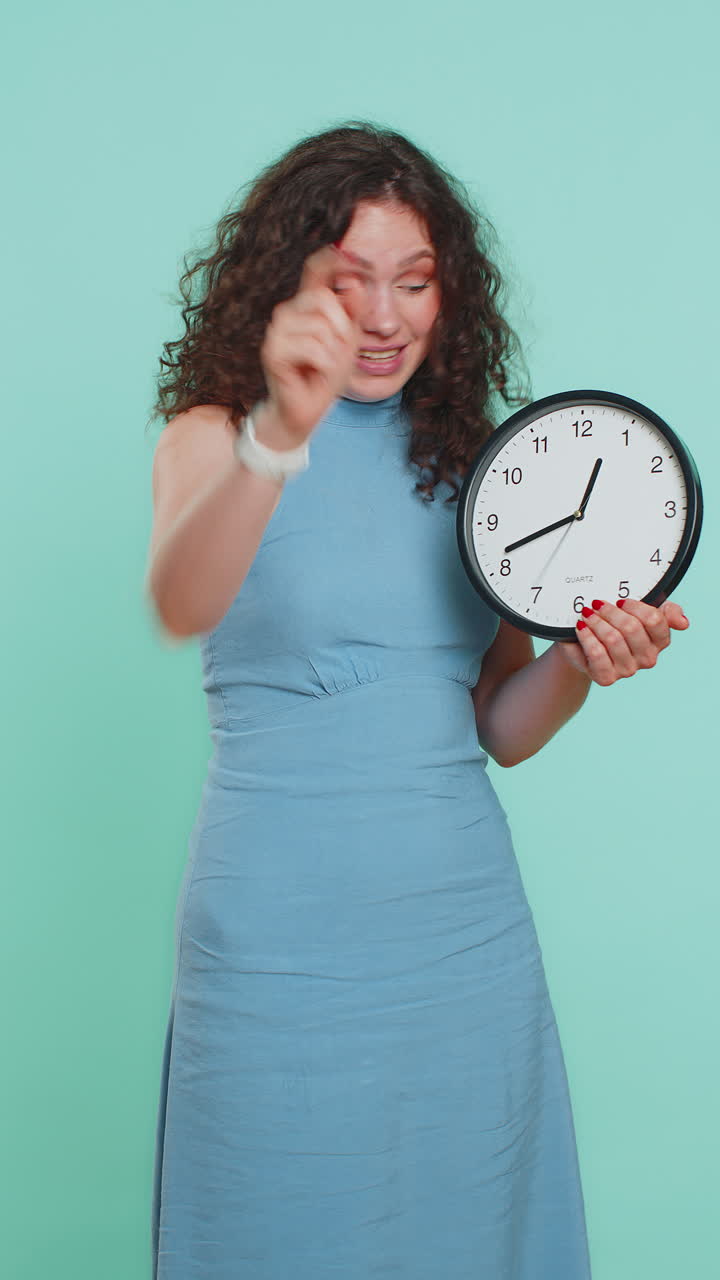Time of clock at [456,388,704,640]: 12:41
